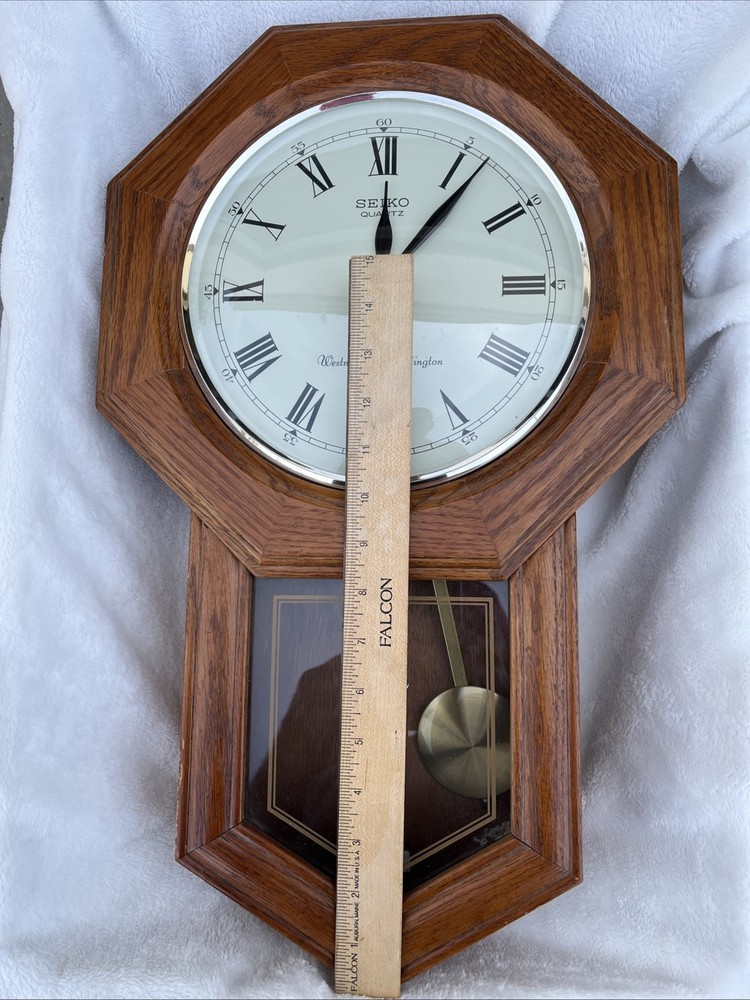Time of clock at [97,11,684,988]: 12:06
